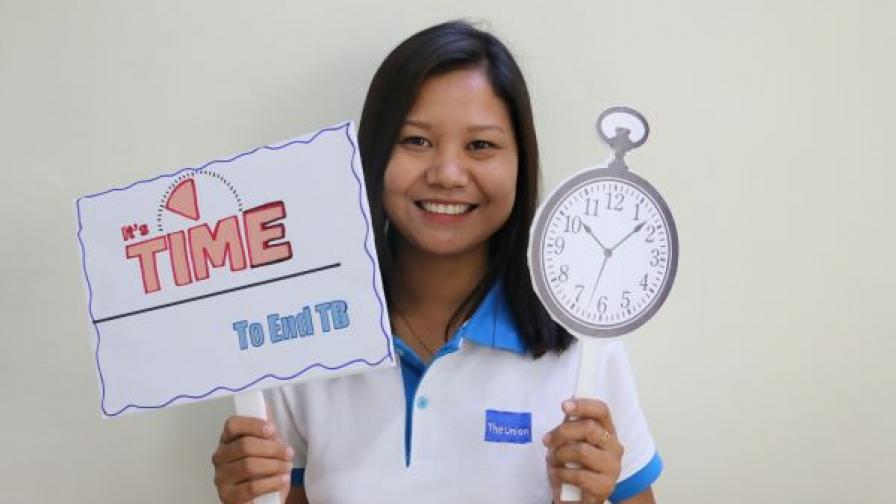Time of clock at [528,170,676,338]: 1:32
